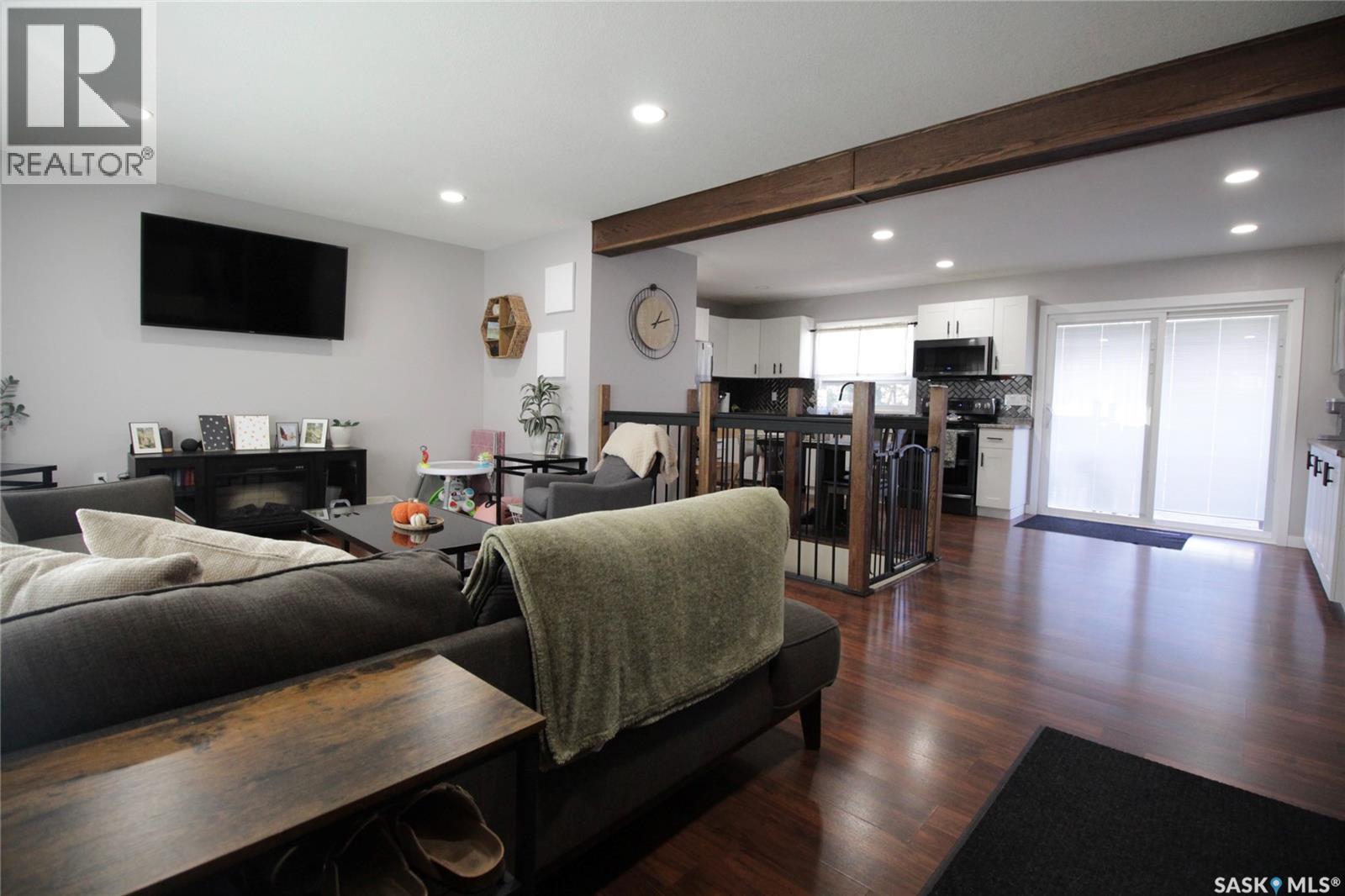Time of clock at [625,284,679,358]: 1:12
